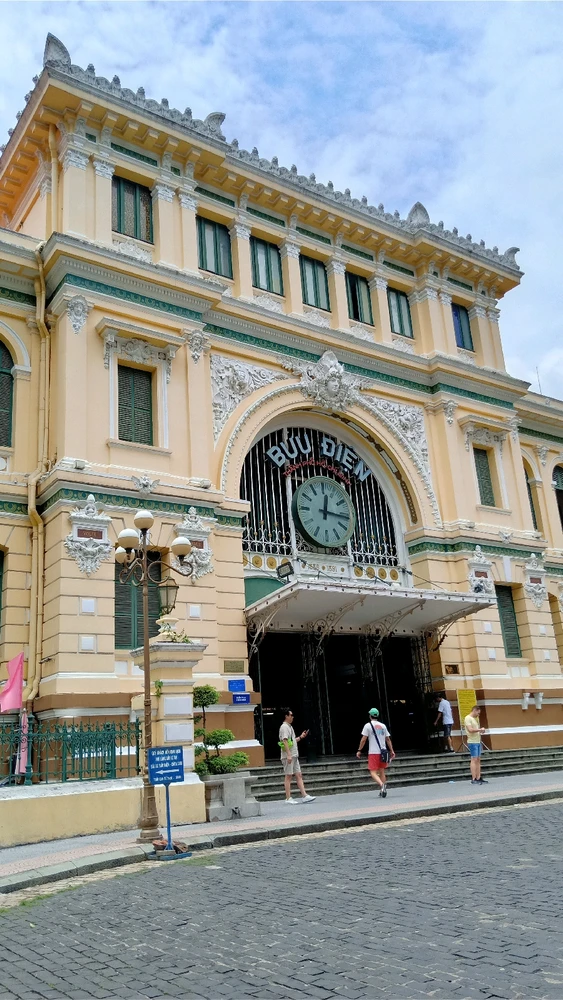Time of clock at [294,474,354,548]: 12:16
